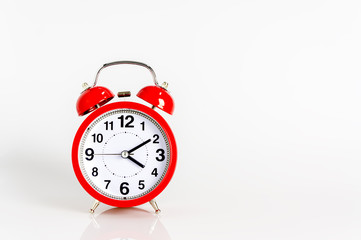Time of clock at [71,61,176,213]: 4:09
